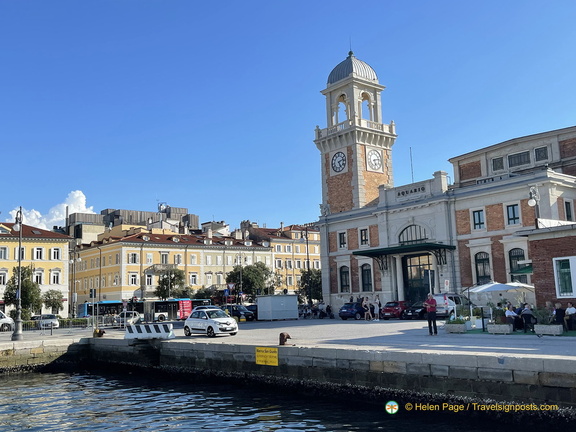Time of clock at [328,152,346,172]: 5:12
